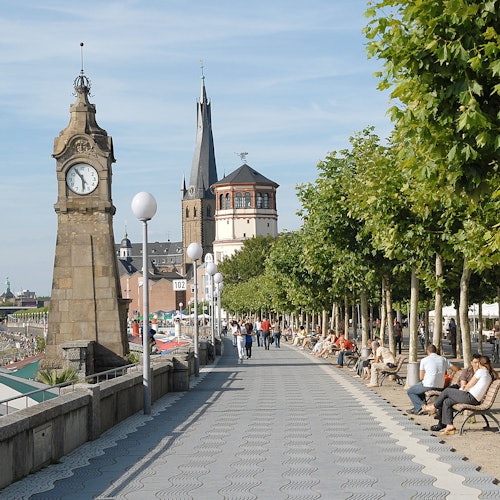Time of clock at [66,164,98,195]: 5:54
